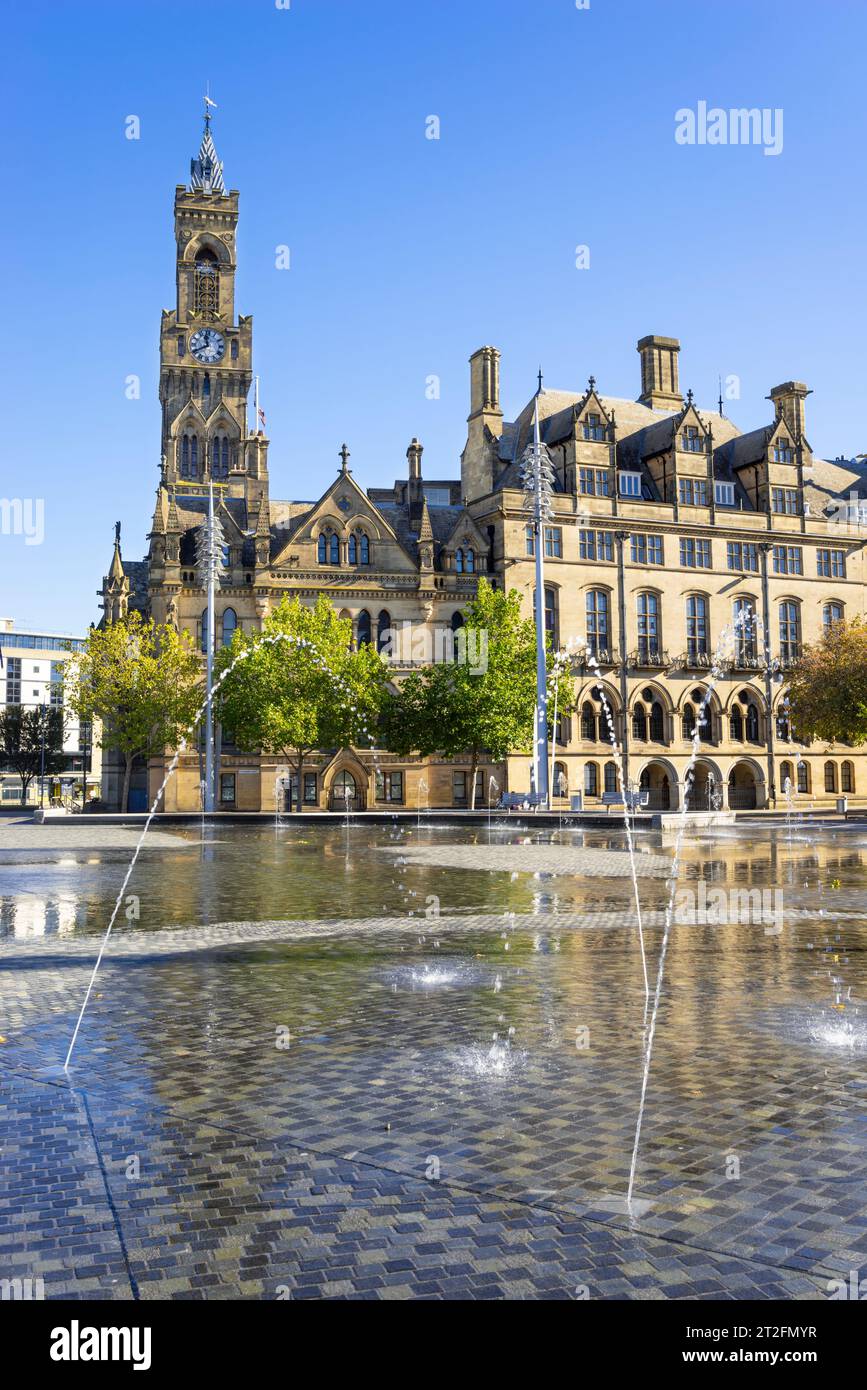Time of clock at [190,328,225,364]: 11:40
